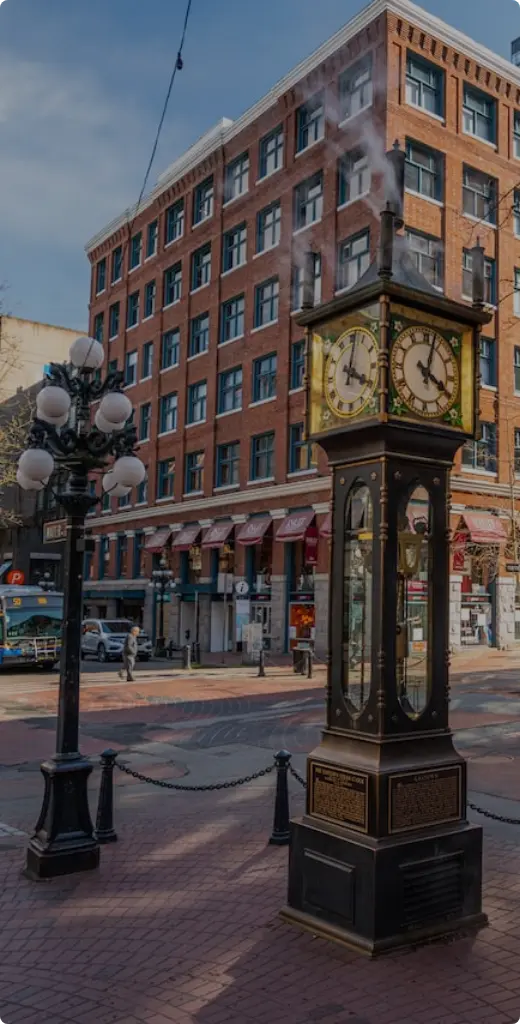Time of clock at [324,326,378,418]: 4:02
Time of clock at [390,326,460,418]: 4:02
